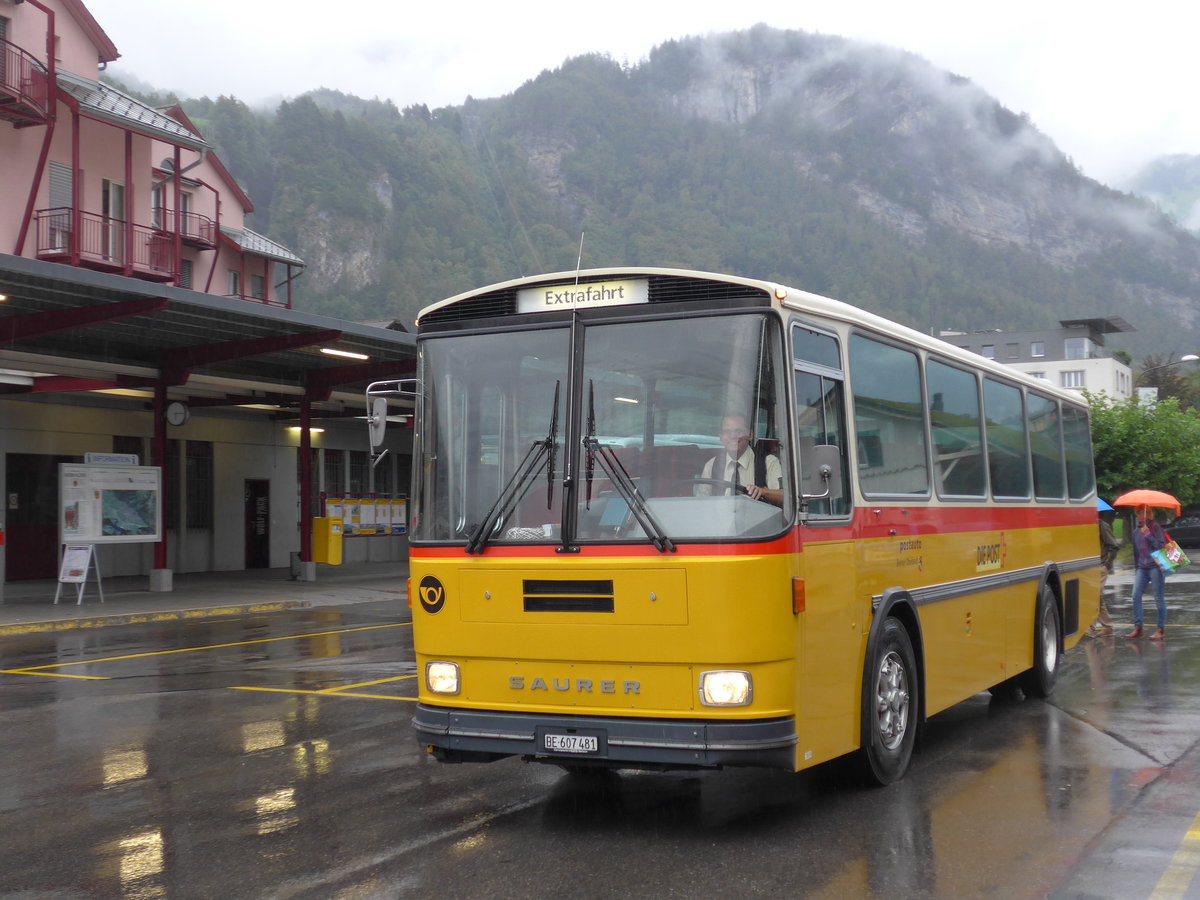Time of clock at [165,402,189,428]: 6:14
